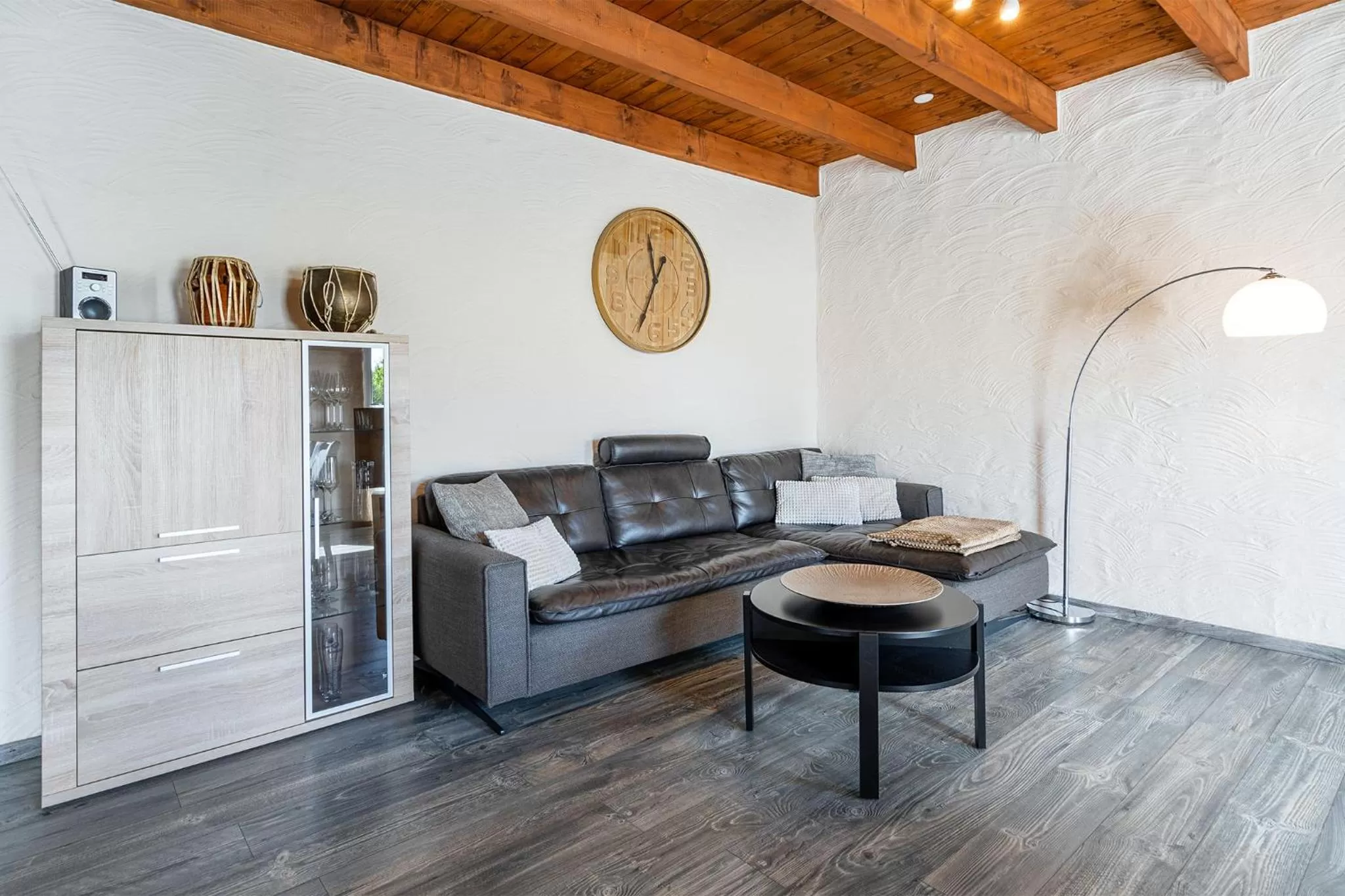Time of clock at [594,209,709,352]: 11:34
